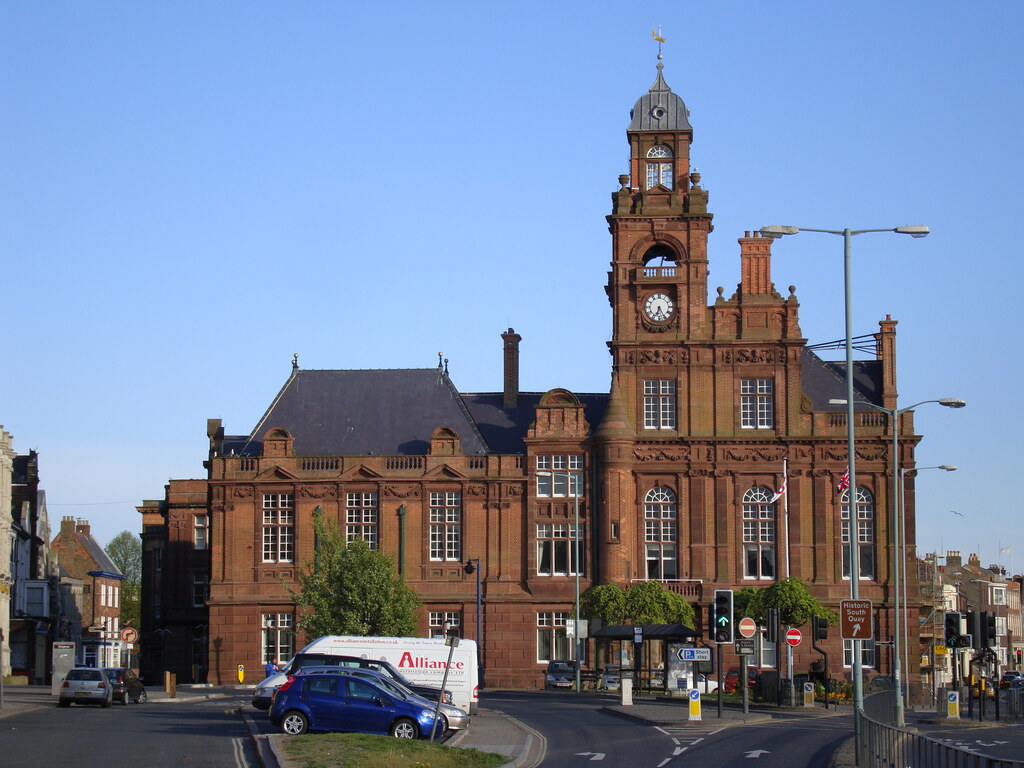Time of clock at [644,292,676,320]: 6:25
